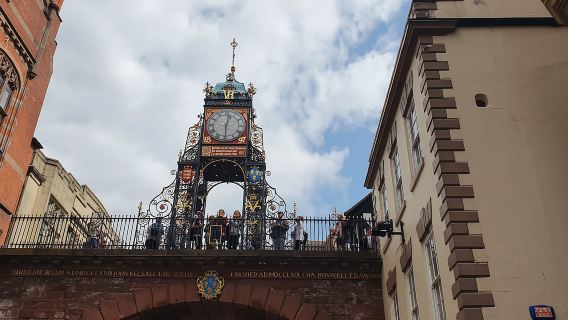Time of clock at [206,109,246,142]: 12:29
